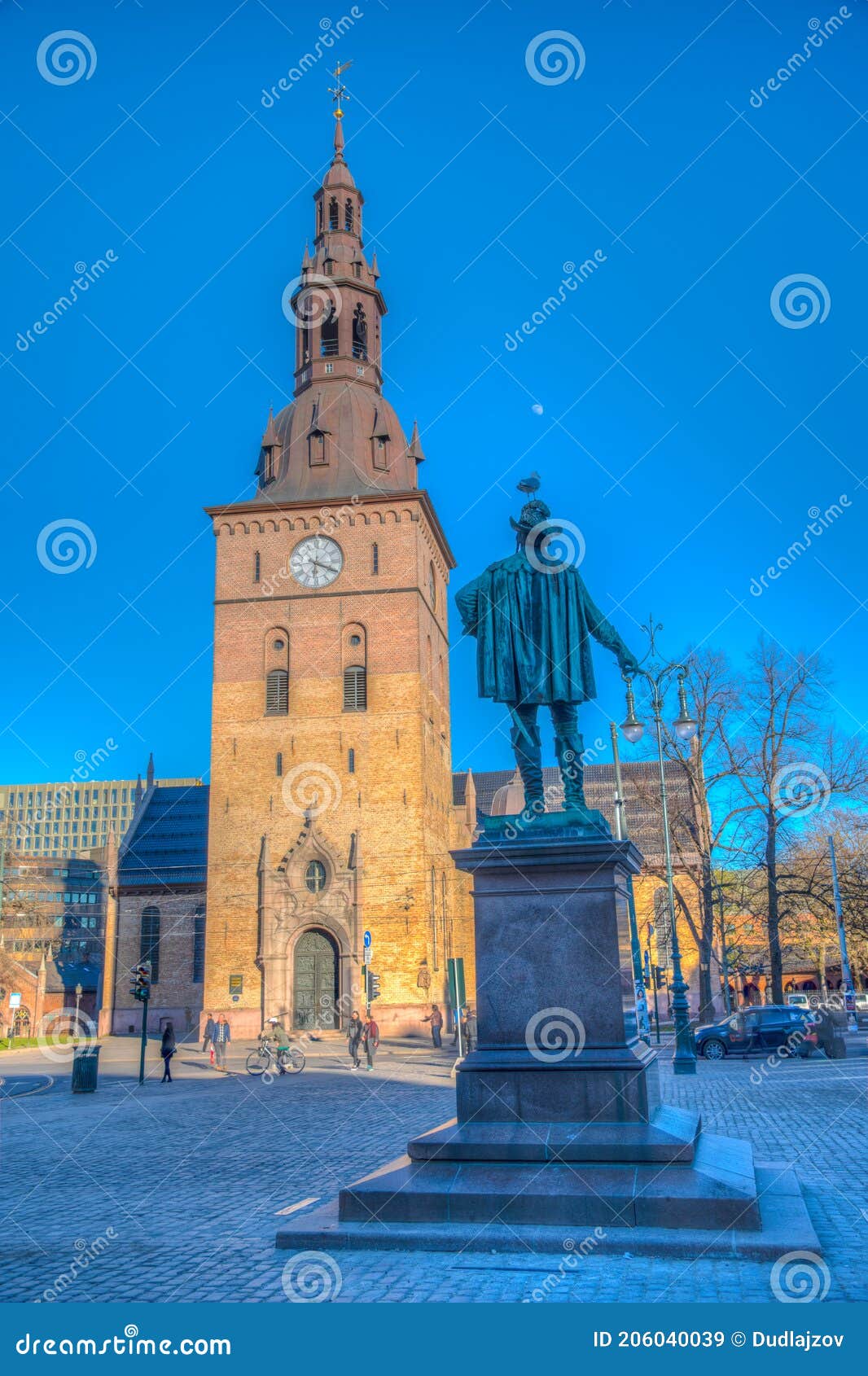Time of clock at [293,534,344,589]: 6:18
